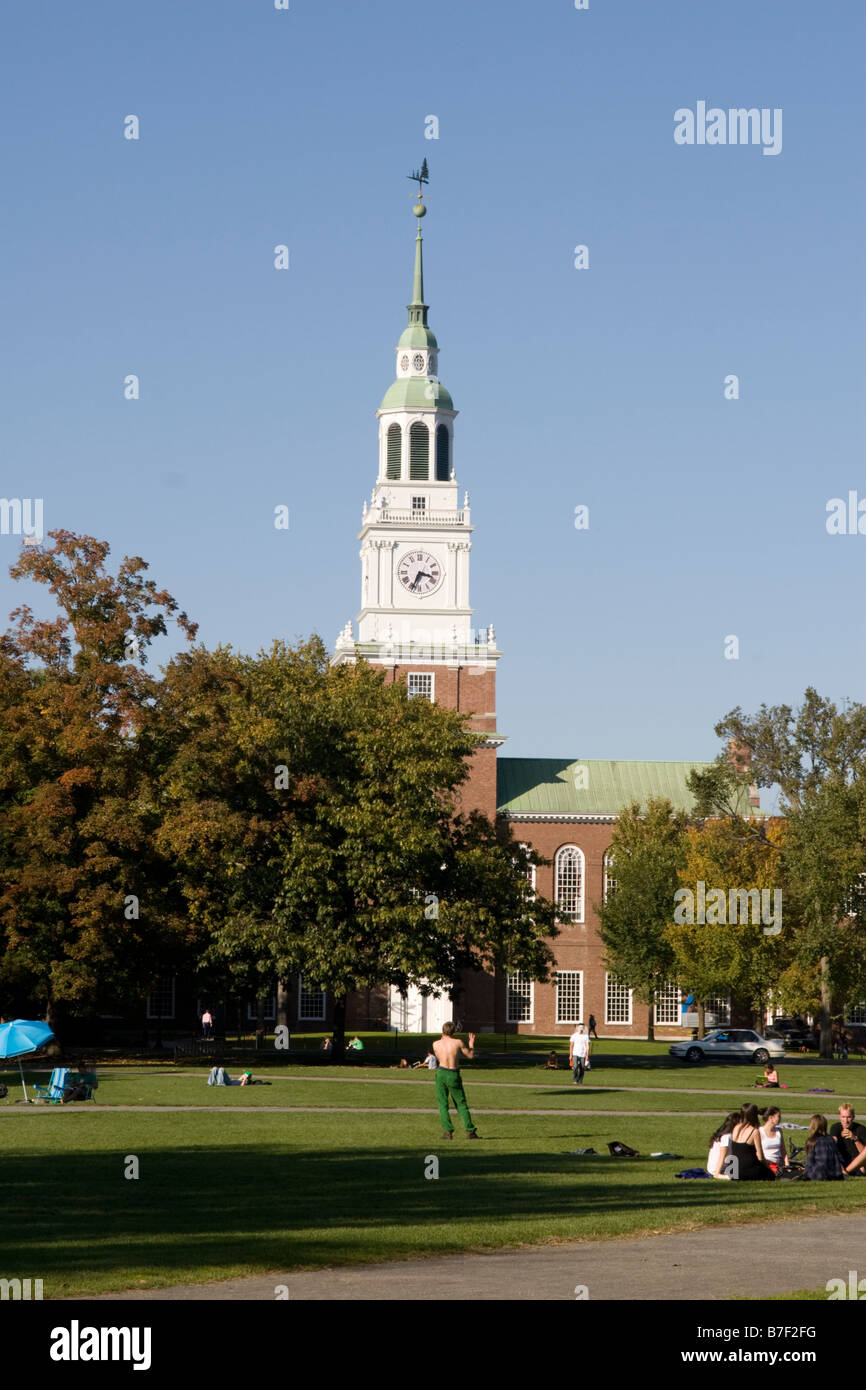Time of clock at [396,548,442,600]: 3:34
